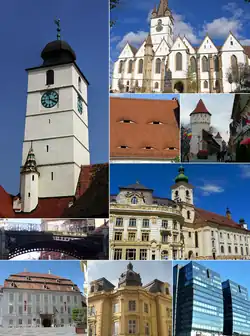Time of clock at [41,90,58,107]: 11:19
